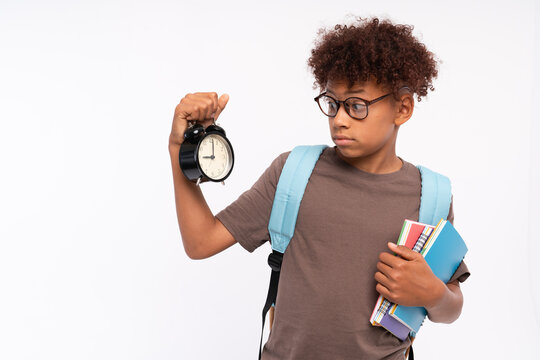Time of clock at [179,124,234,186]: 9:01
